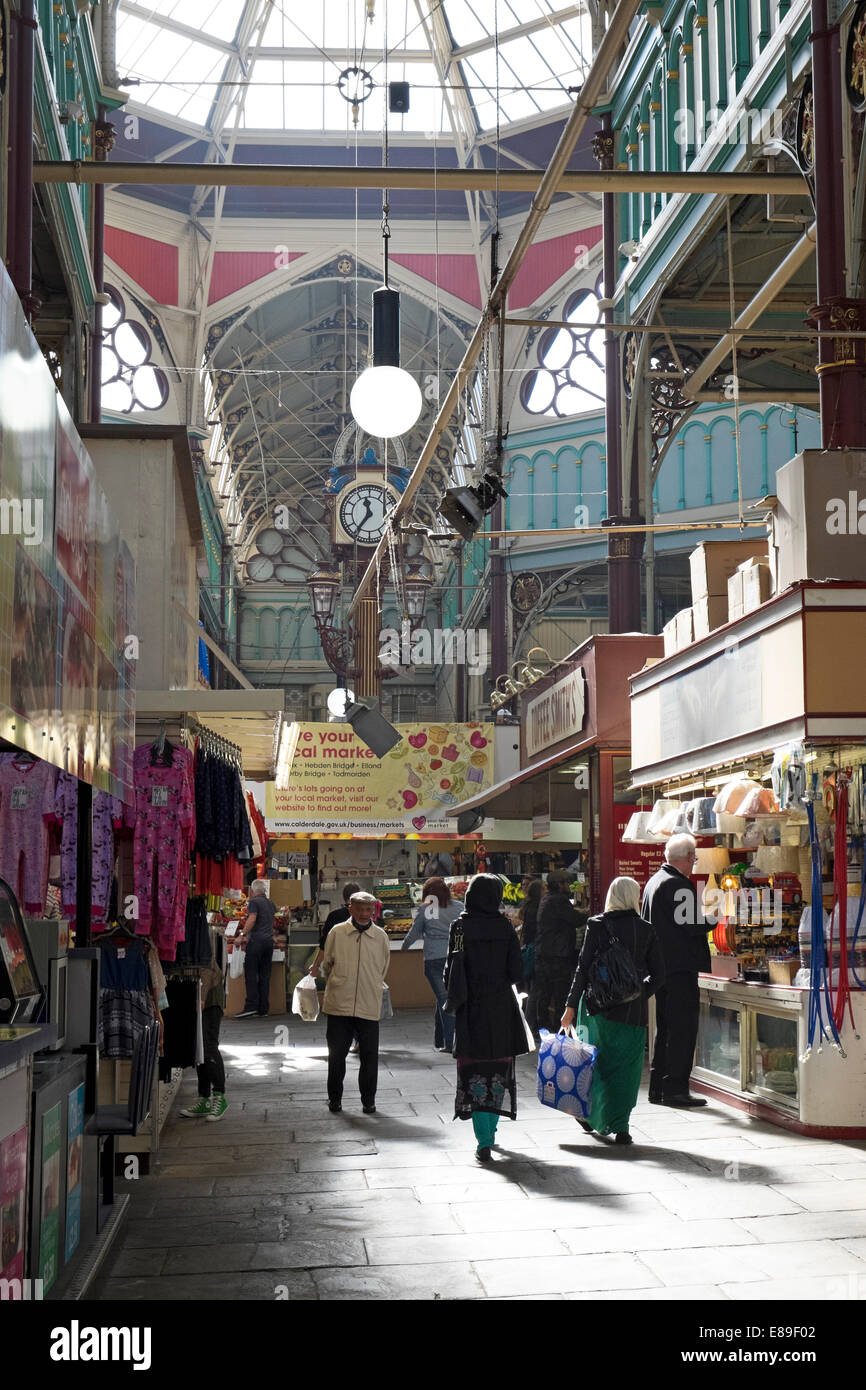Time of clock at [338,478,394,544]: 11:35
